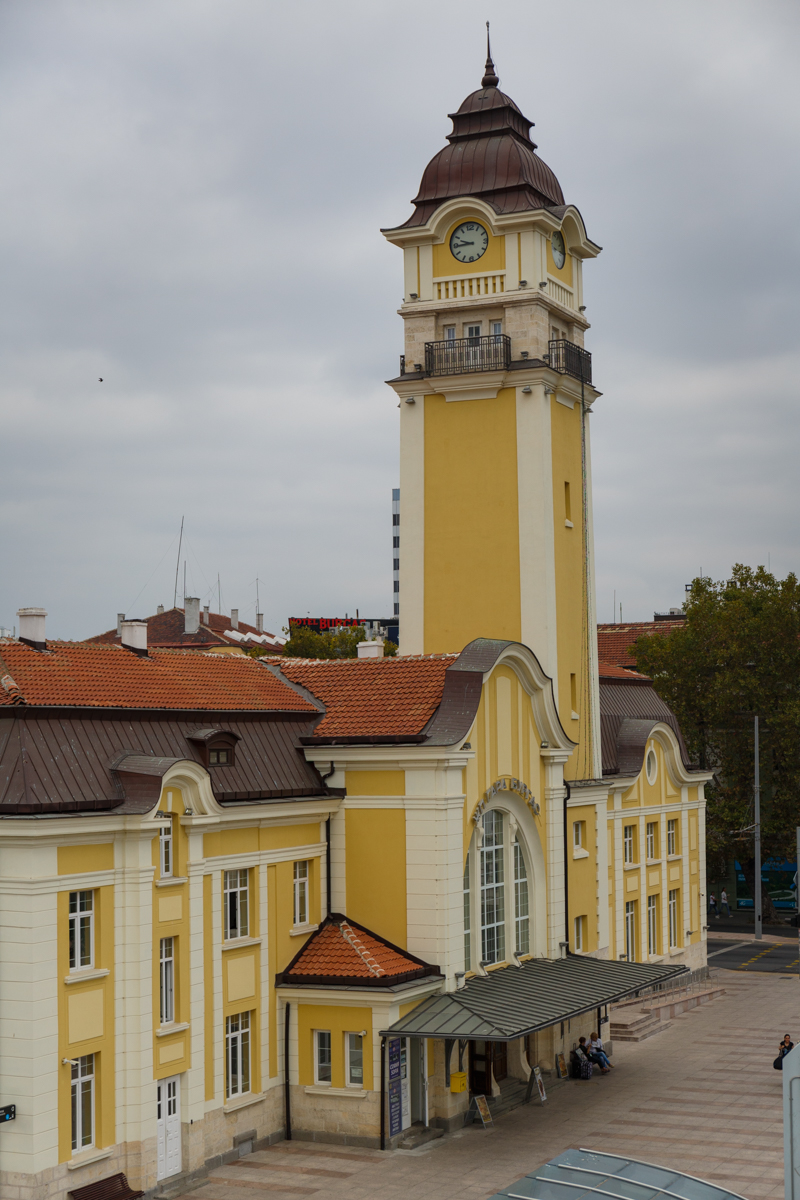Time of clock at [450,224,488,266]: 9:44
